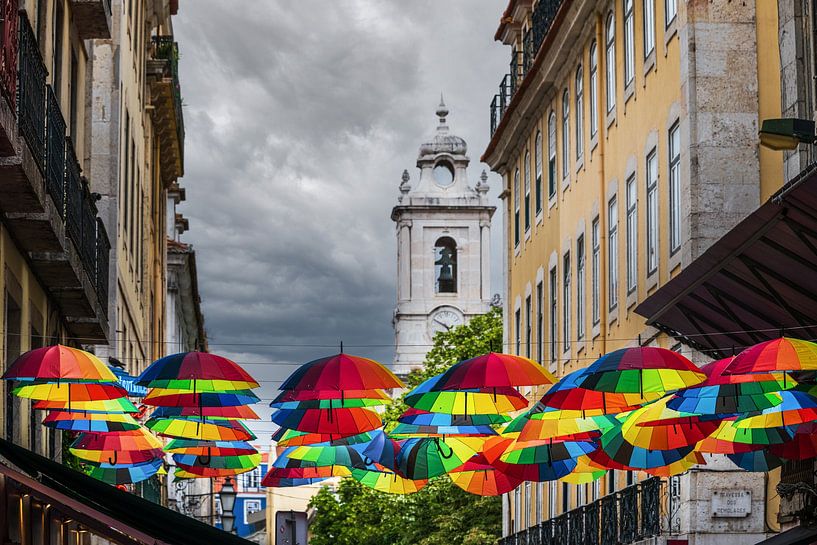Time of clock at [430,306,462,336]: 4:50
